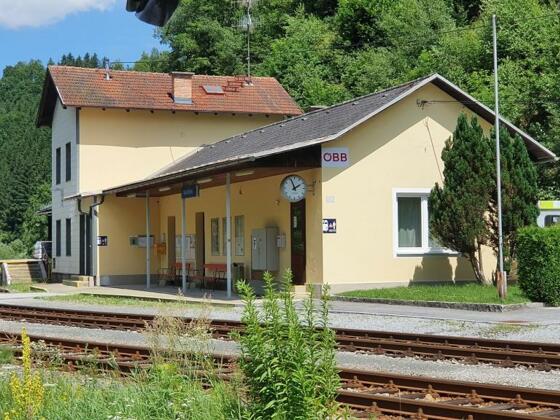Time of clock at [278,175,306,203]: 1:56
